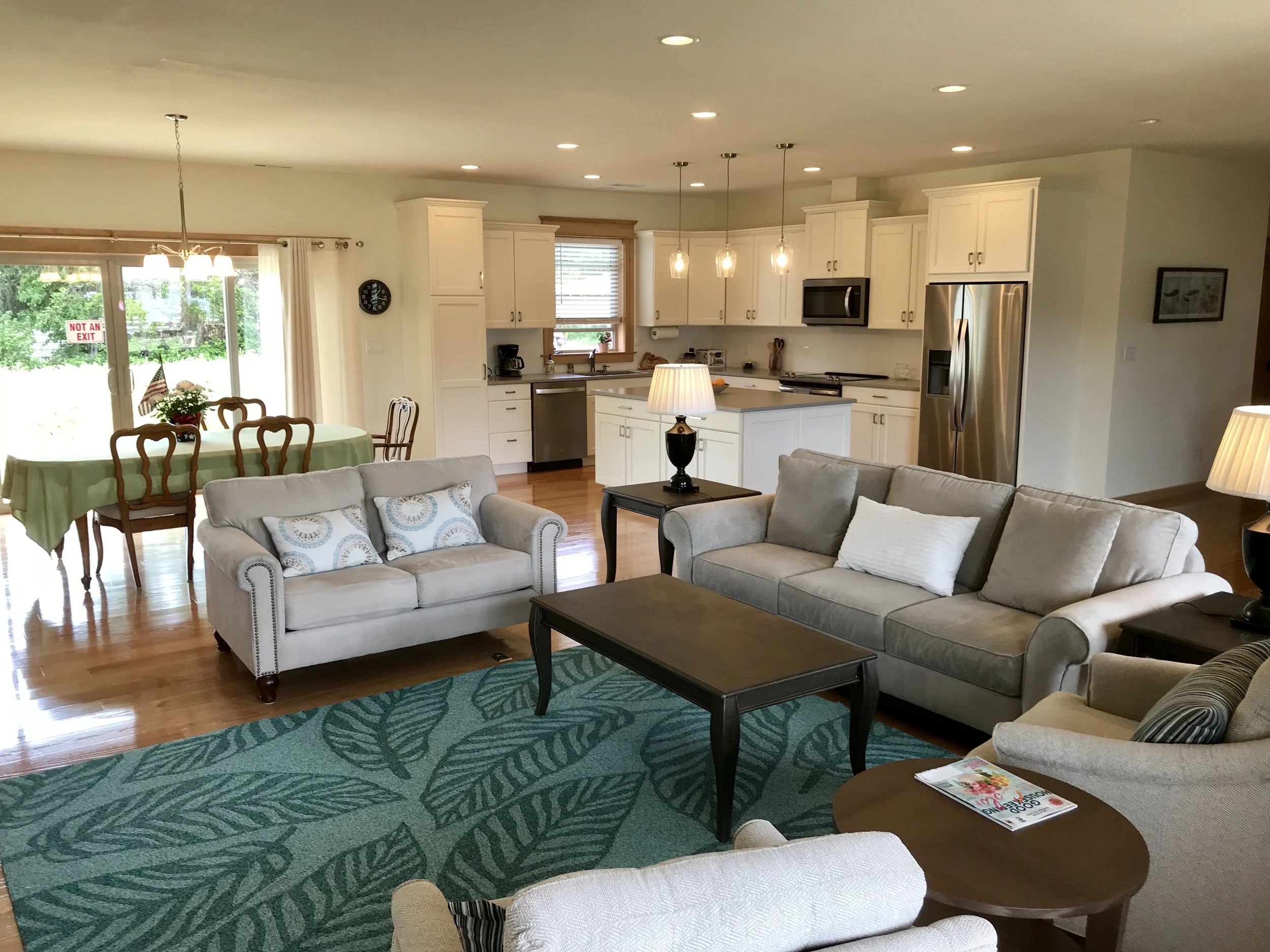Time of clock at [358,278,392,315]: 1:16
